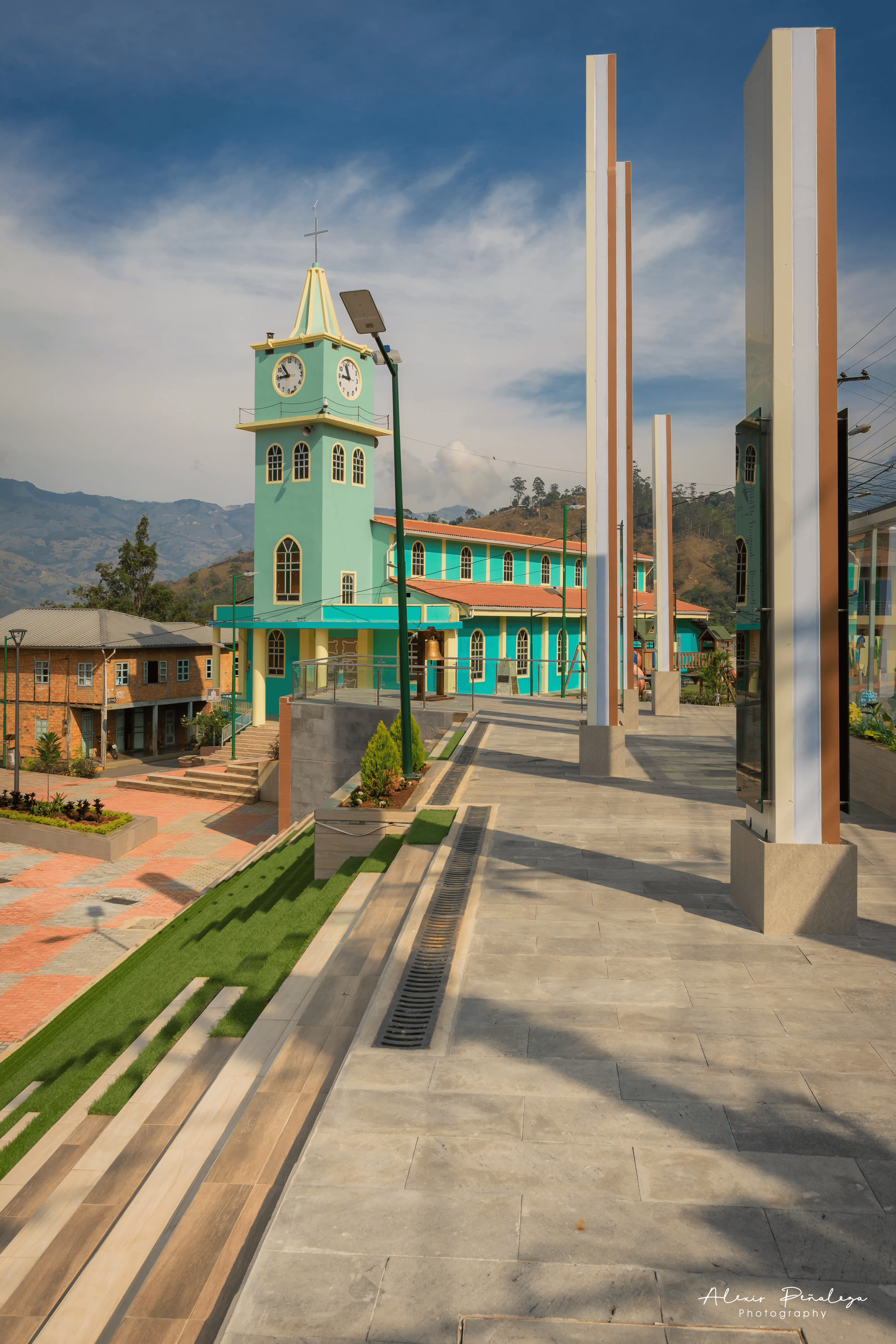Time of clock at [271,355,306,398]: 8:53
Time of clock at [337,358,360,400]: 8:56
